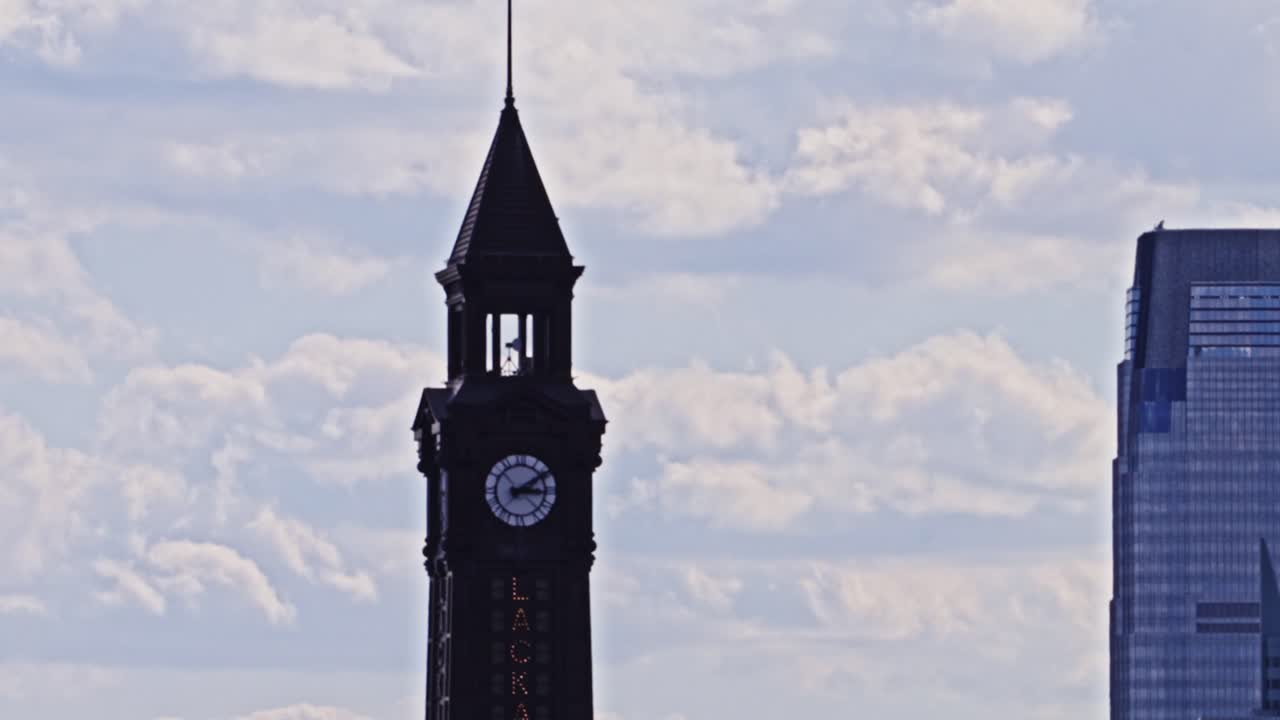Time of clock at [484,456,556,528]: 3:09
